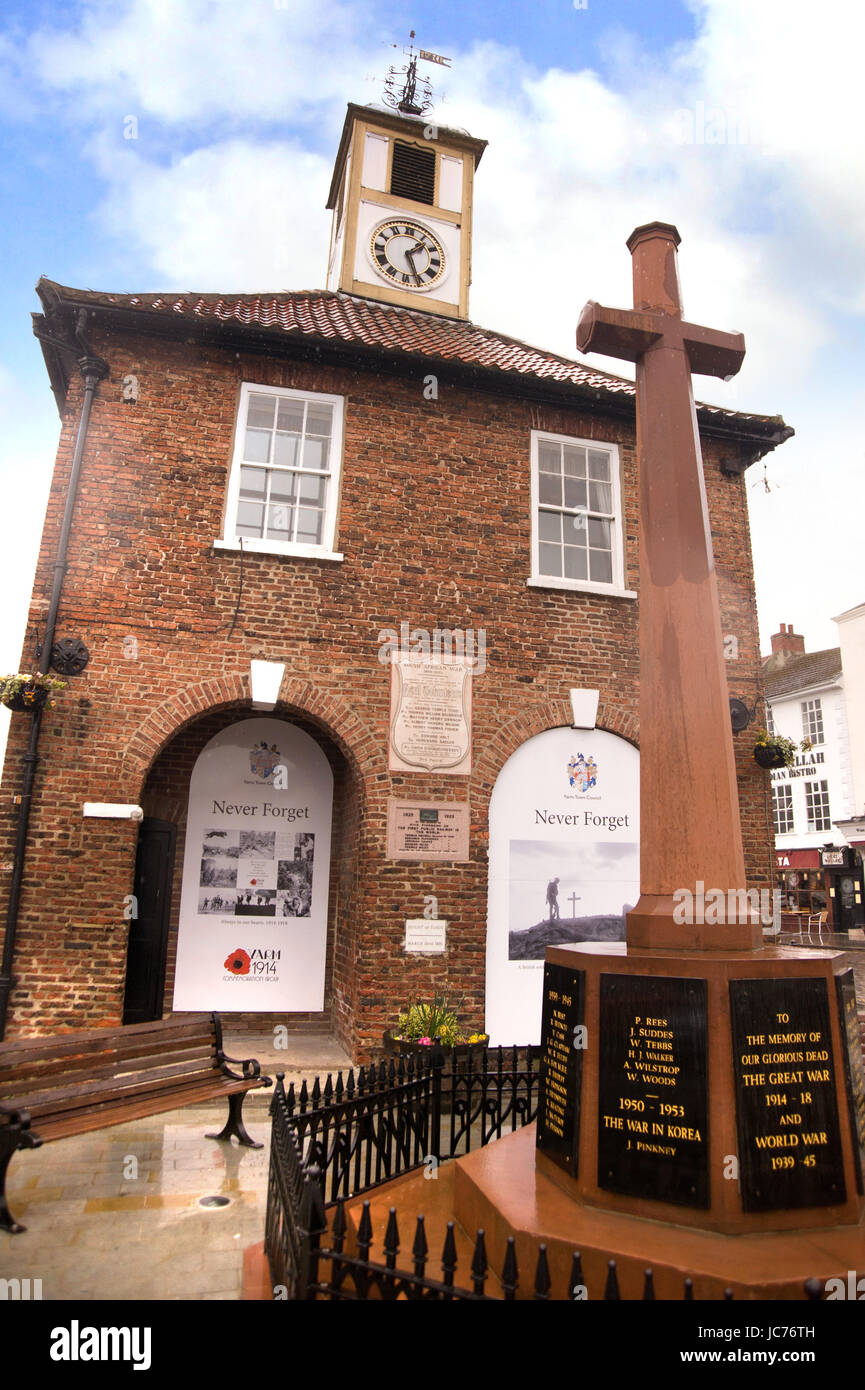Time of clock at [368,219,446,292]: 1:26
